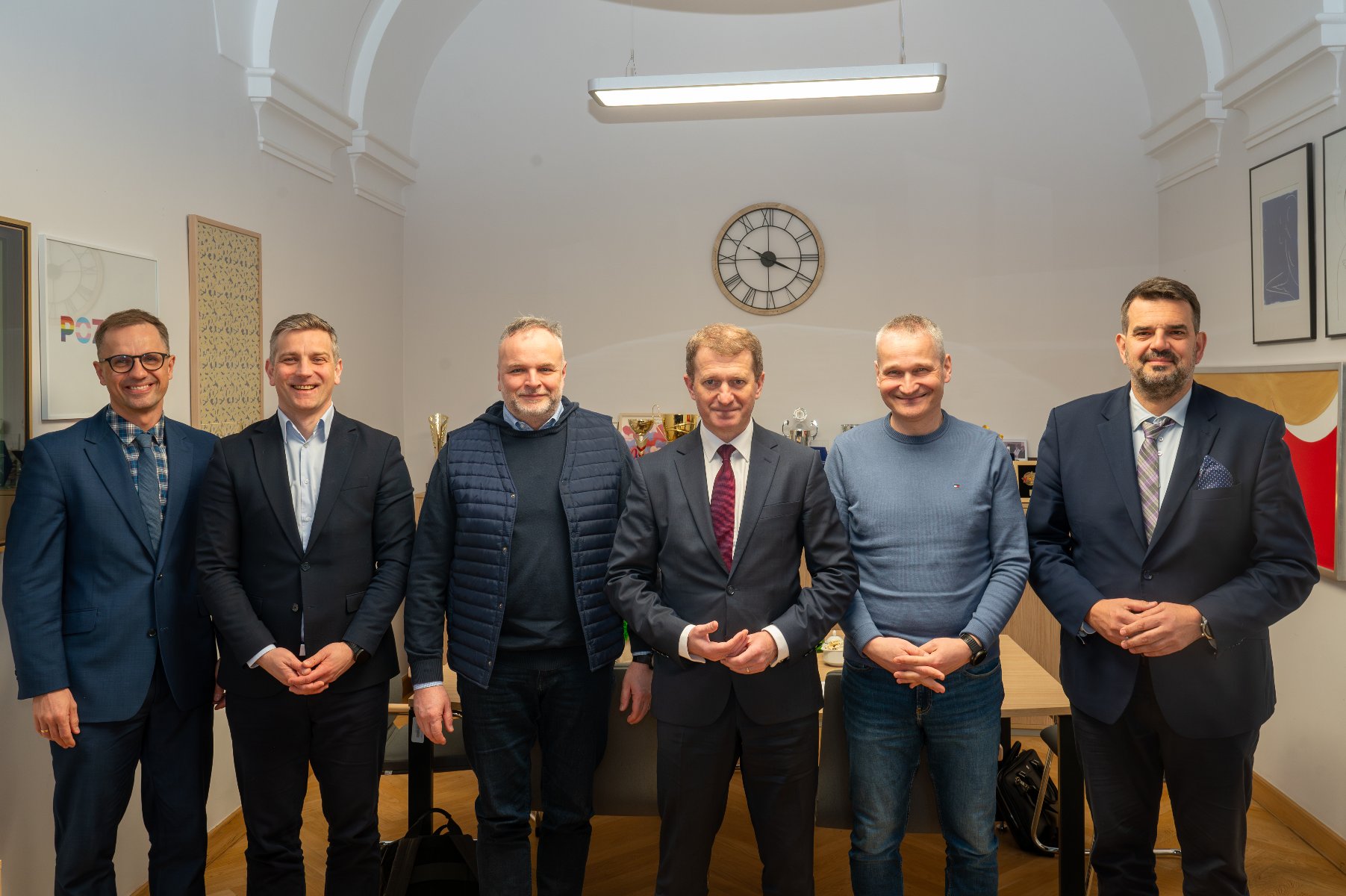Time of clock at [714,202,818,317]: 3:50
